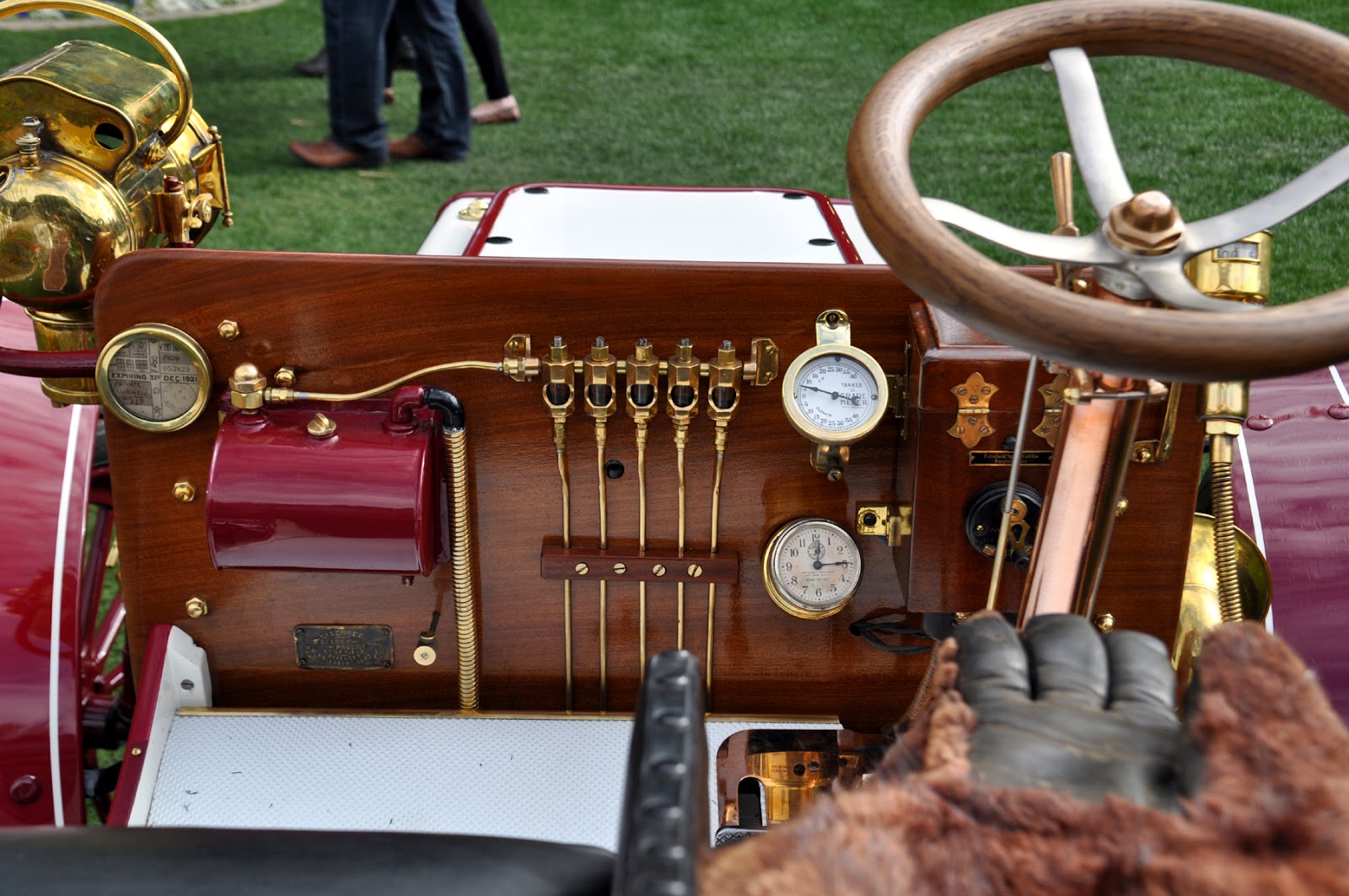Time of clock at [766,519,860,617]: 12:14
